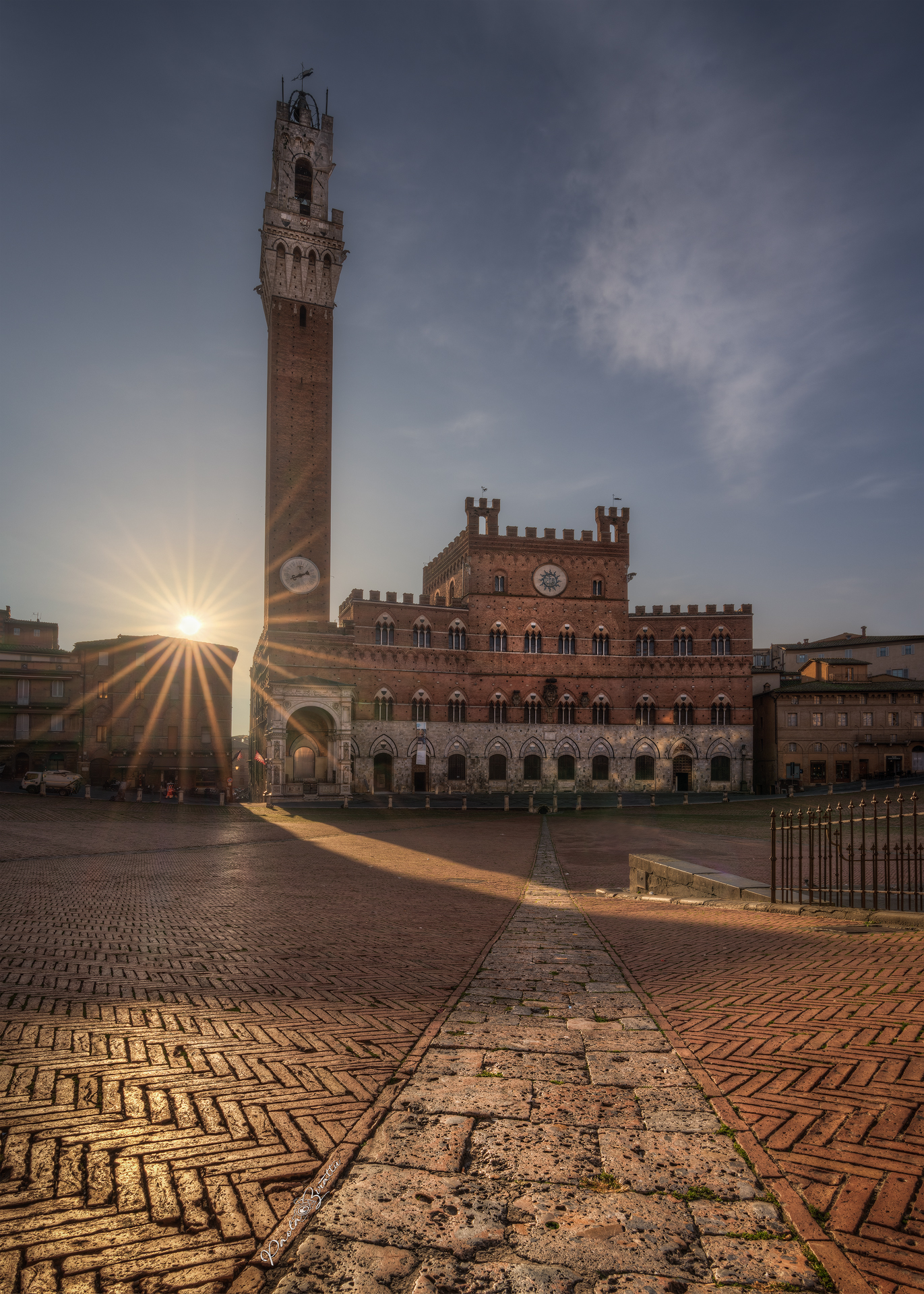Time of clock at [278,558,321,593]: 8:11
